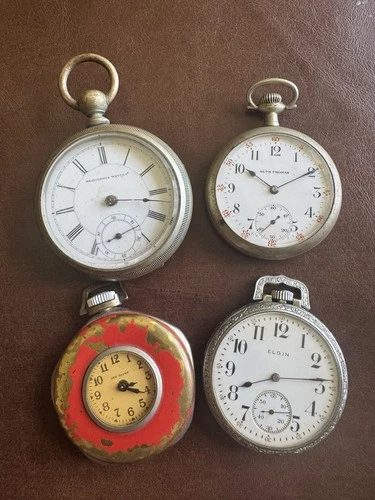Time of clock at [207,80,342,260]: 10:10
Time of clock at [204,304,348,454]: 8:14
